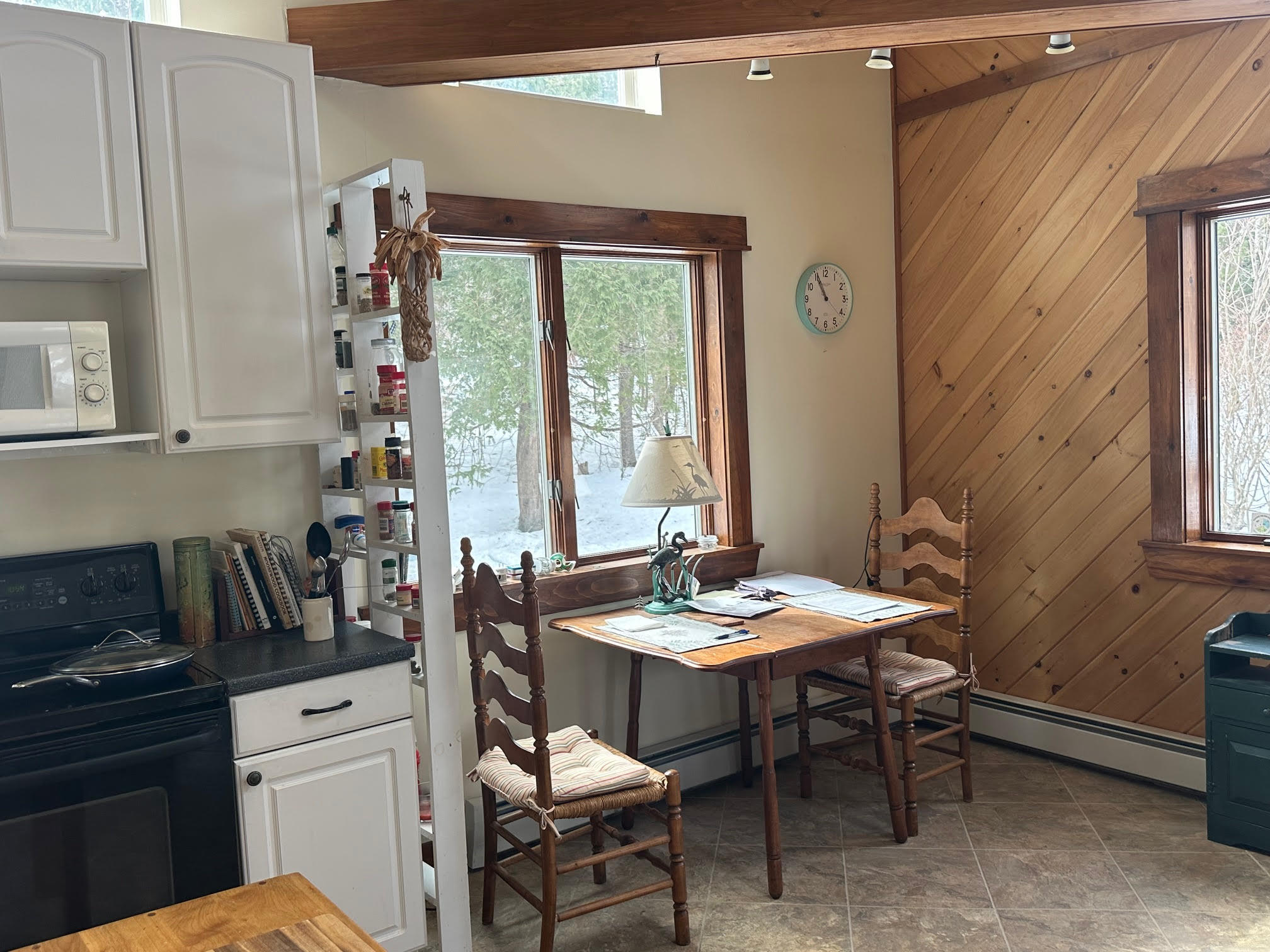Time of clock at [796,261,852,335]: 10:55
